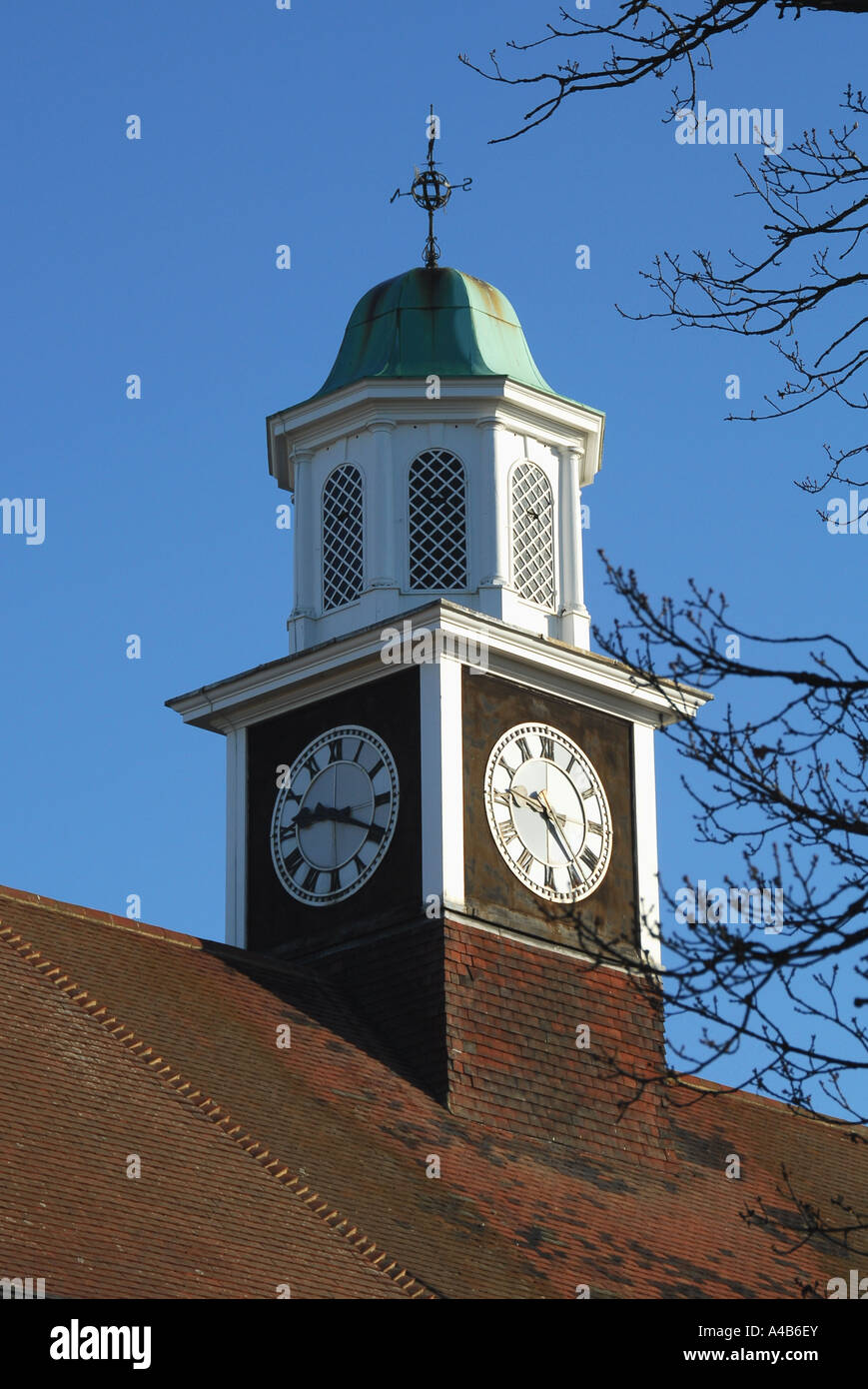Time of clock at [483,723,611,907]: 9:23
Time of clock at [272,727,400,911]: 9:19
